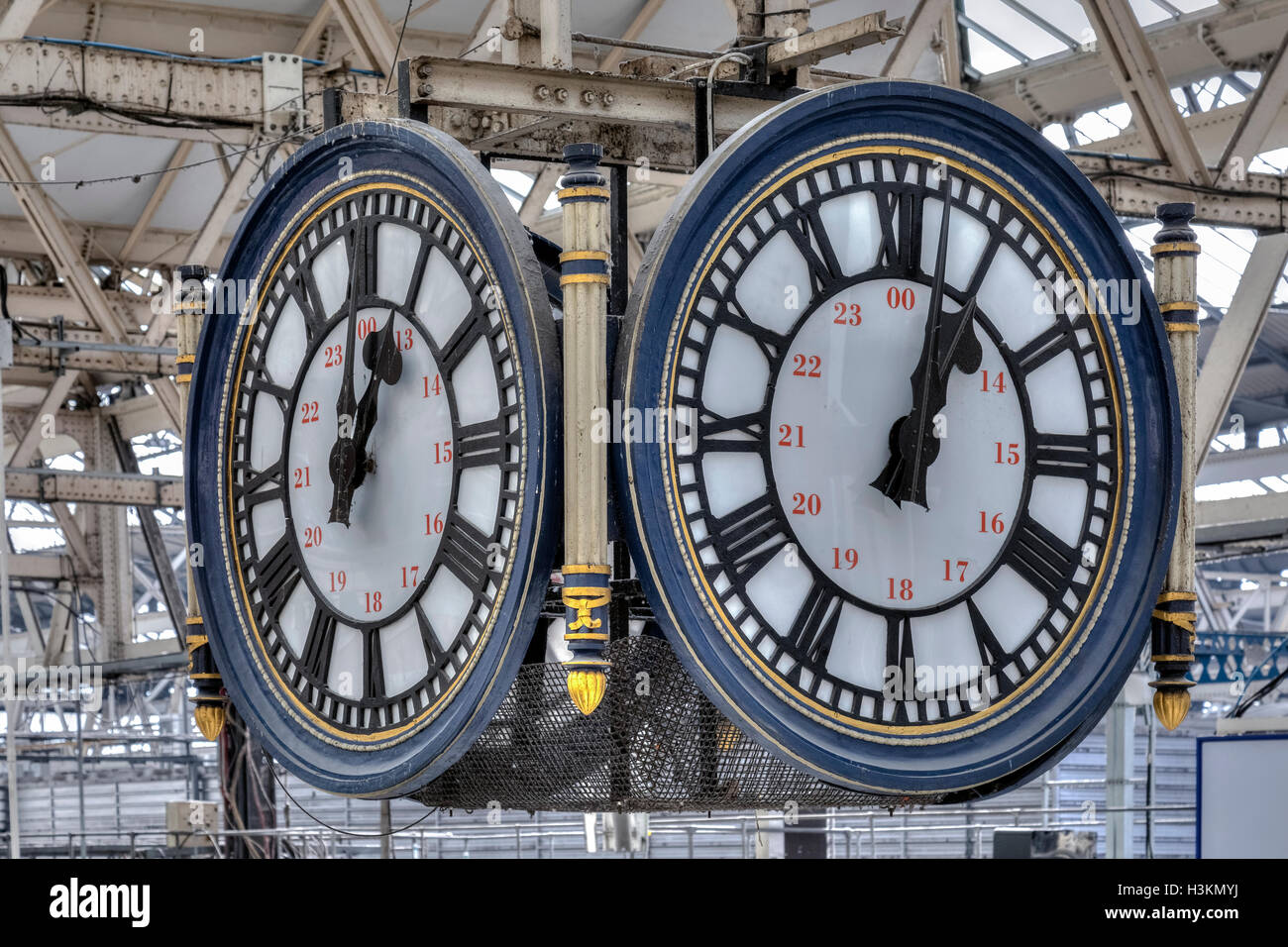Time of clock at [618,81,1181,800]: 1:02
